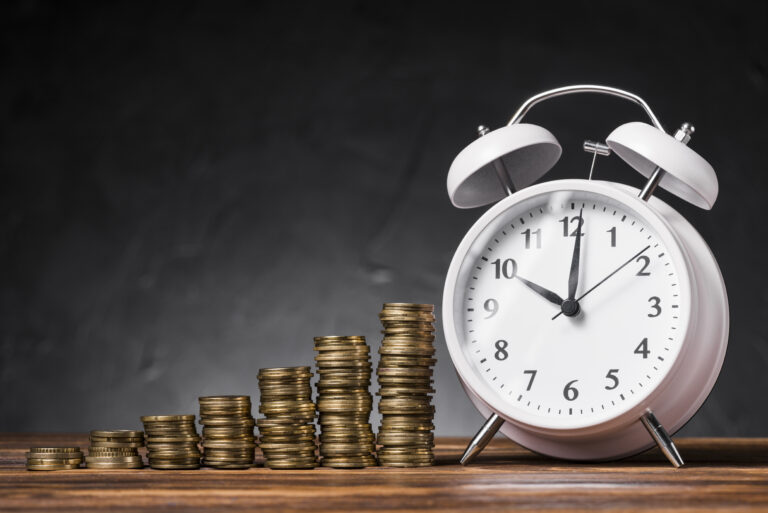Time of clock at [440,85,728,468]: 10:00
